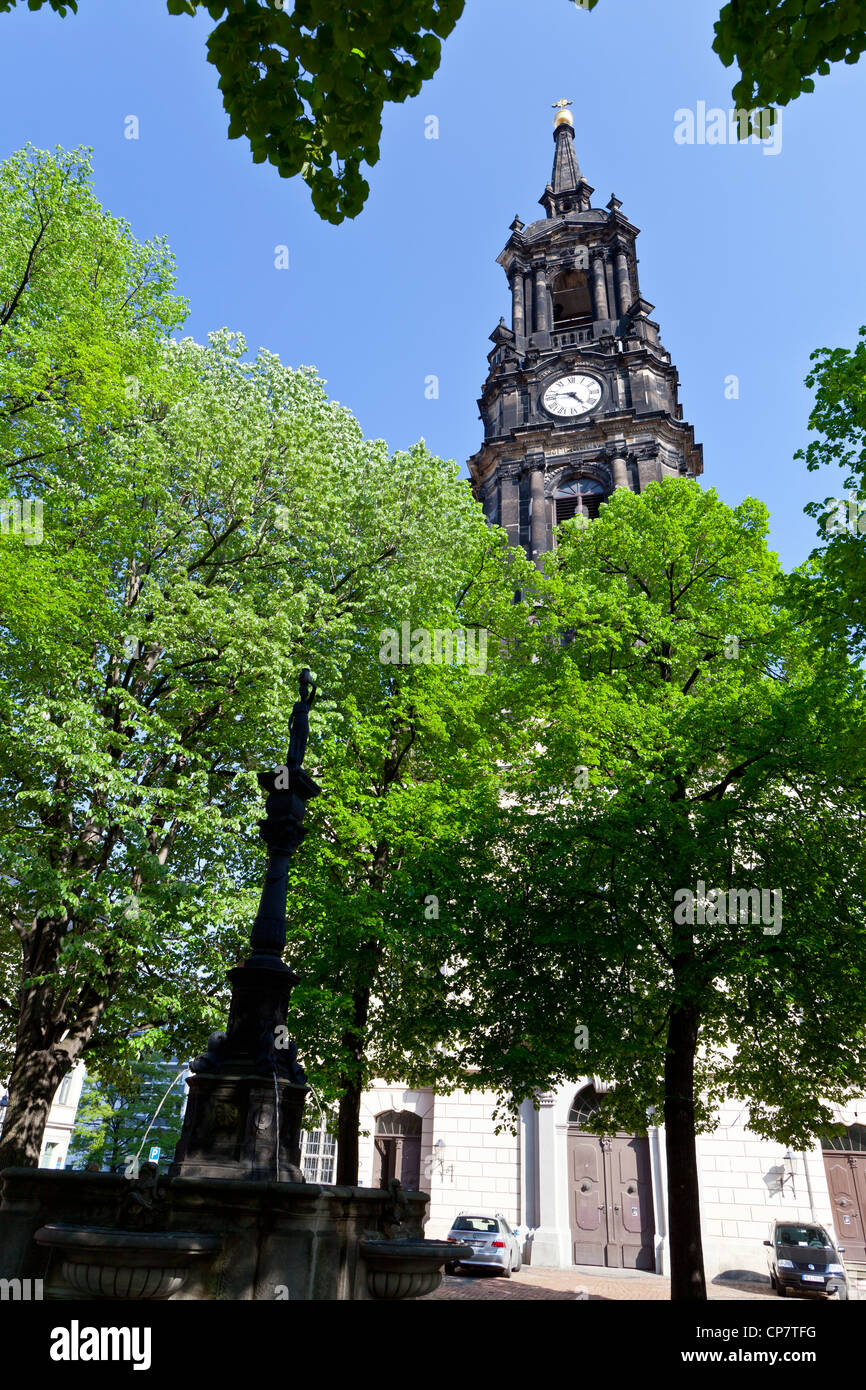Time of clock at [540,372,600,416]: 4:46
